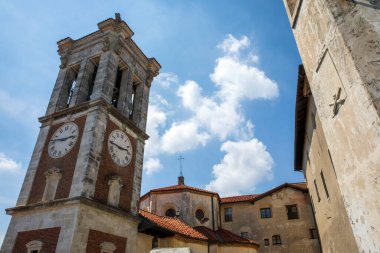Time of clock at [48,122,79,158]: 2:46
